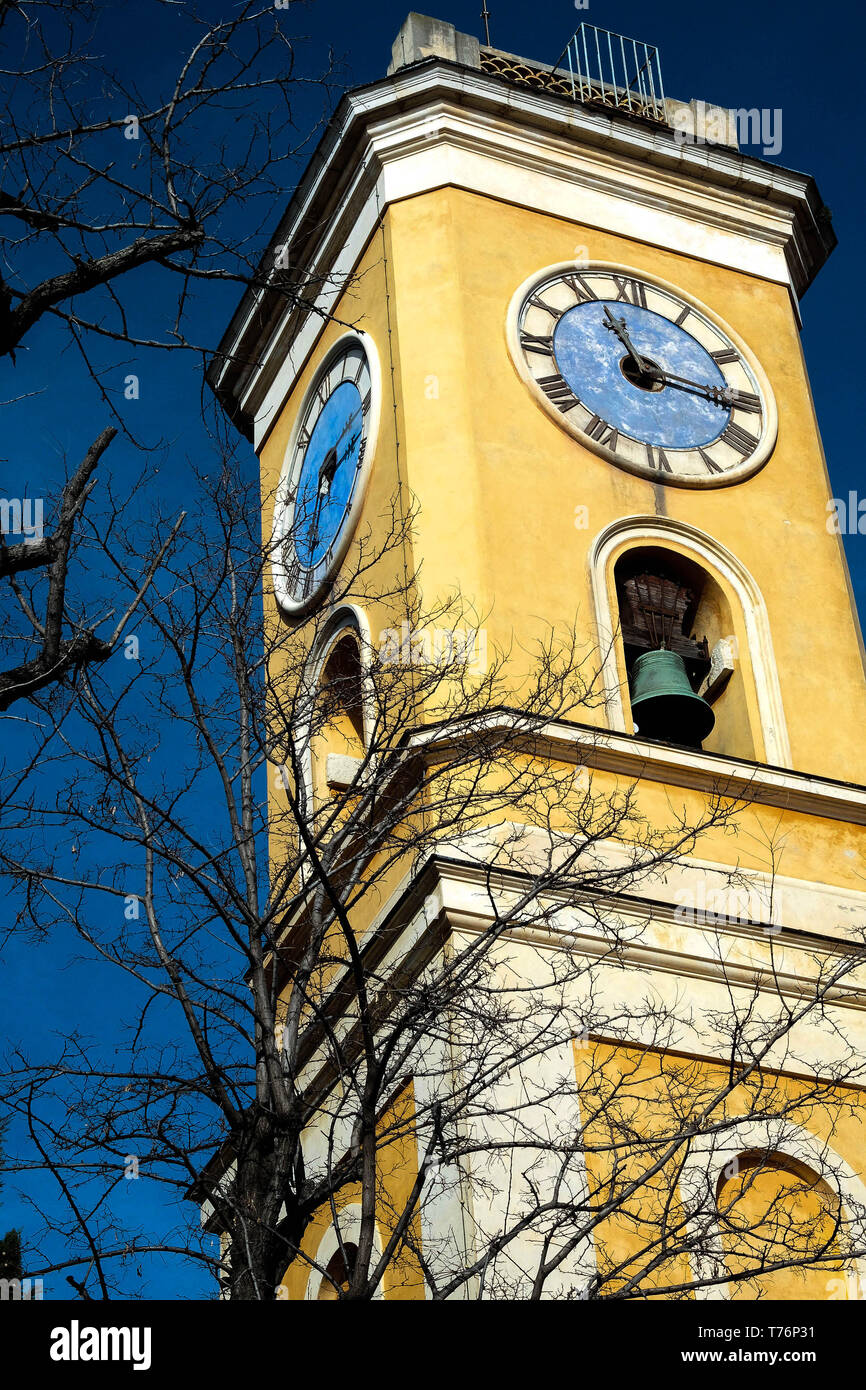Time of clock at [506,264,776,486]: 11:16
